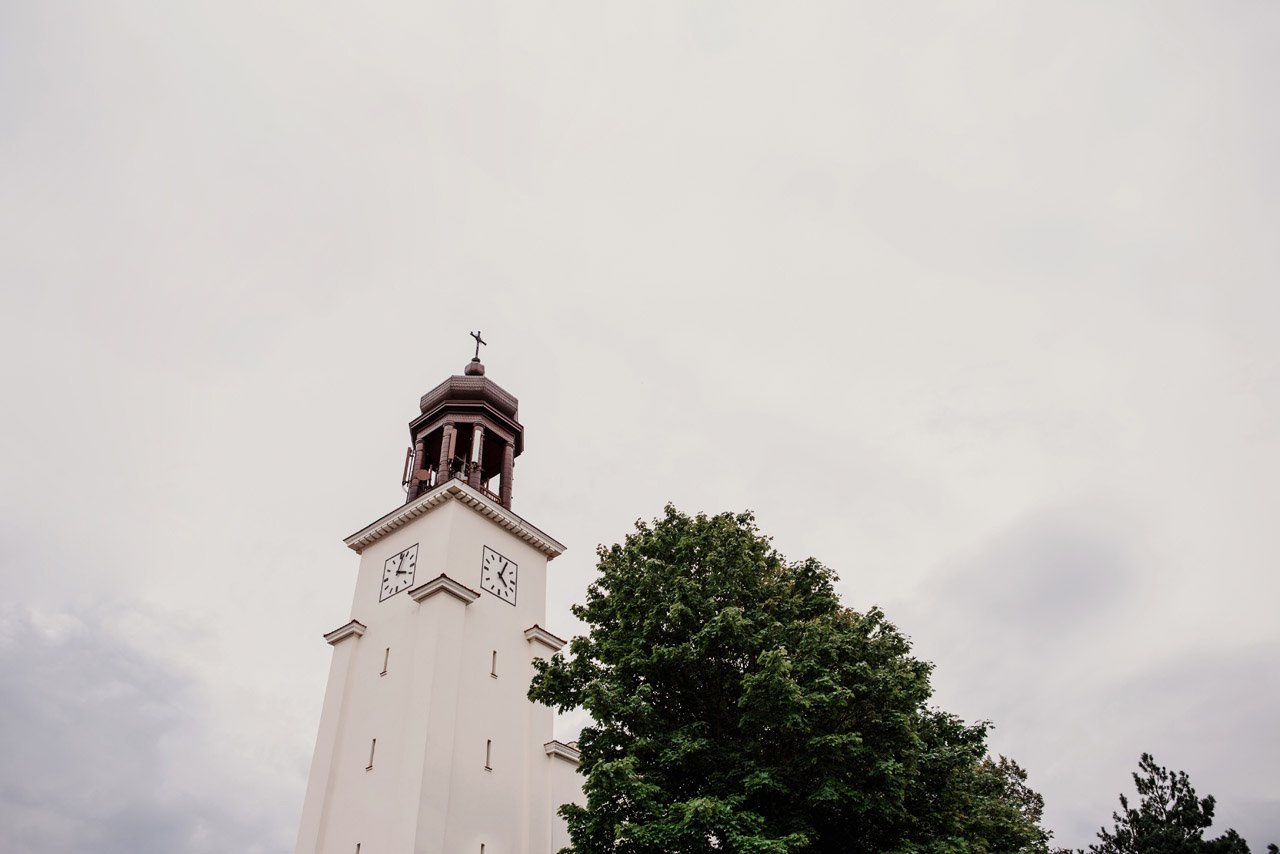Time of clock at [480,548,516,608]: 4:04
